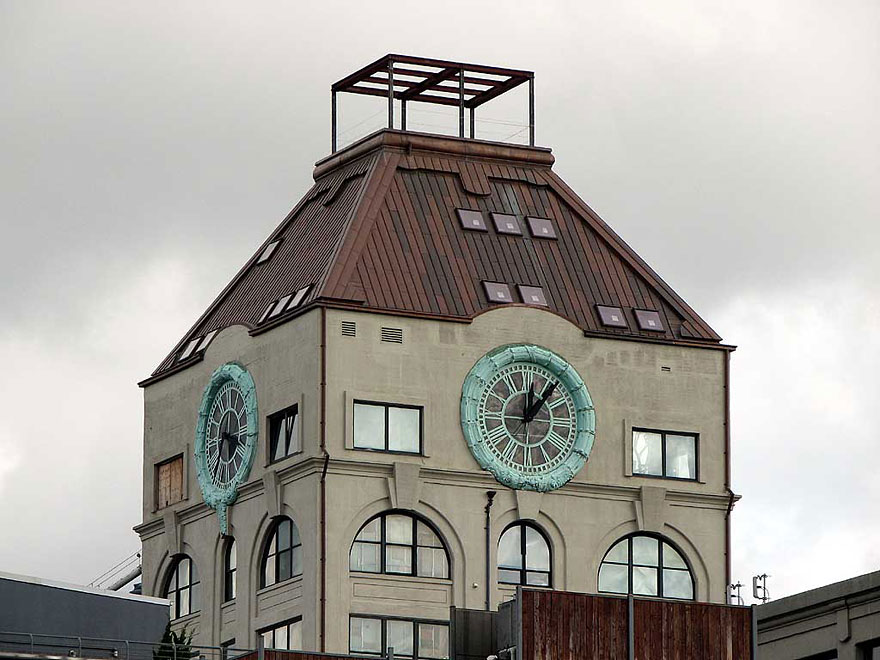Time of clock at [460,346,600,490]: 12:06
